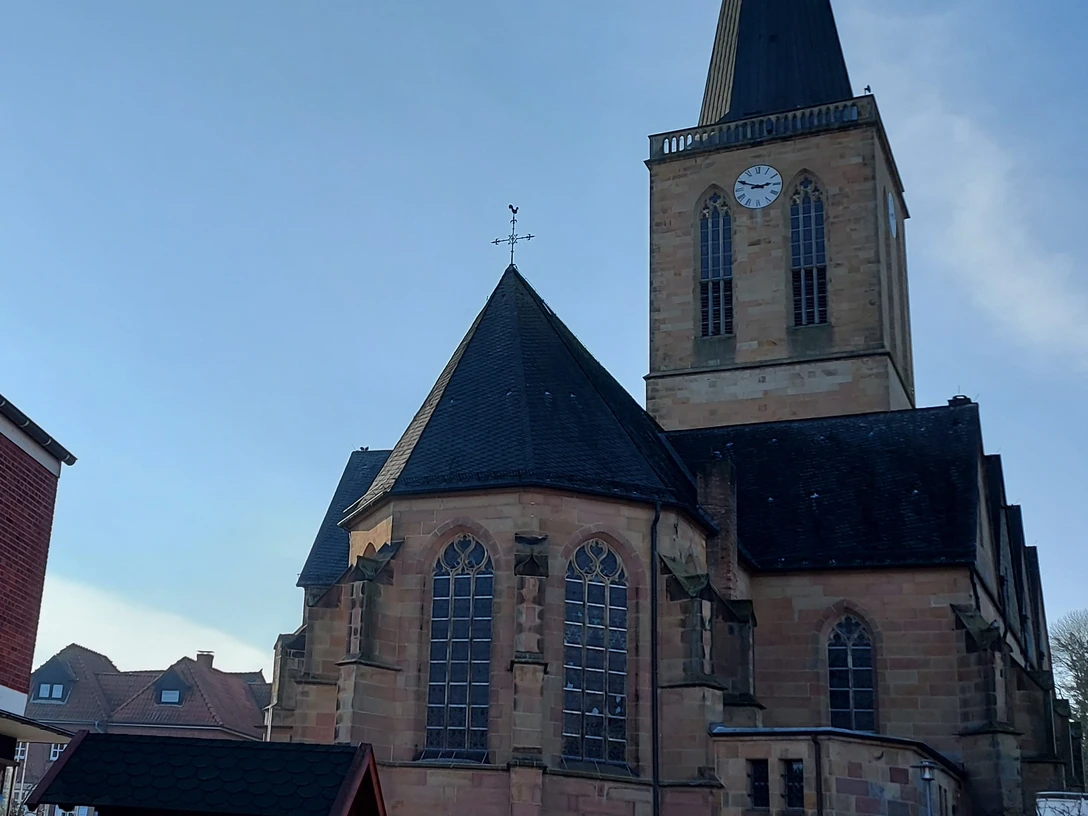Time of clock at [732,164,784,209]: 2:48
